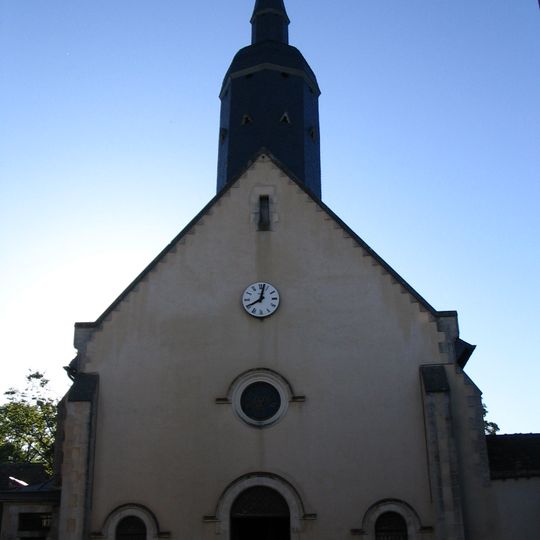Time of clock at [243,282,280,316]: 8:02
